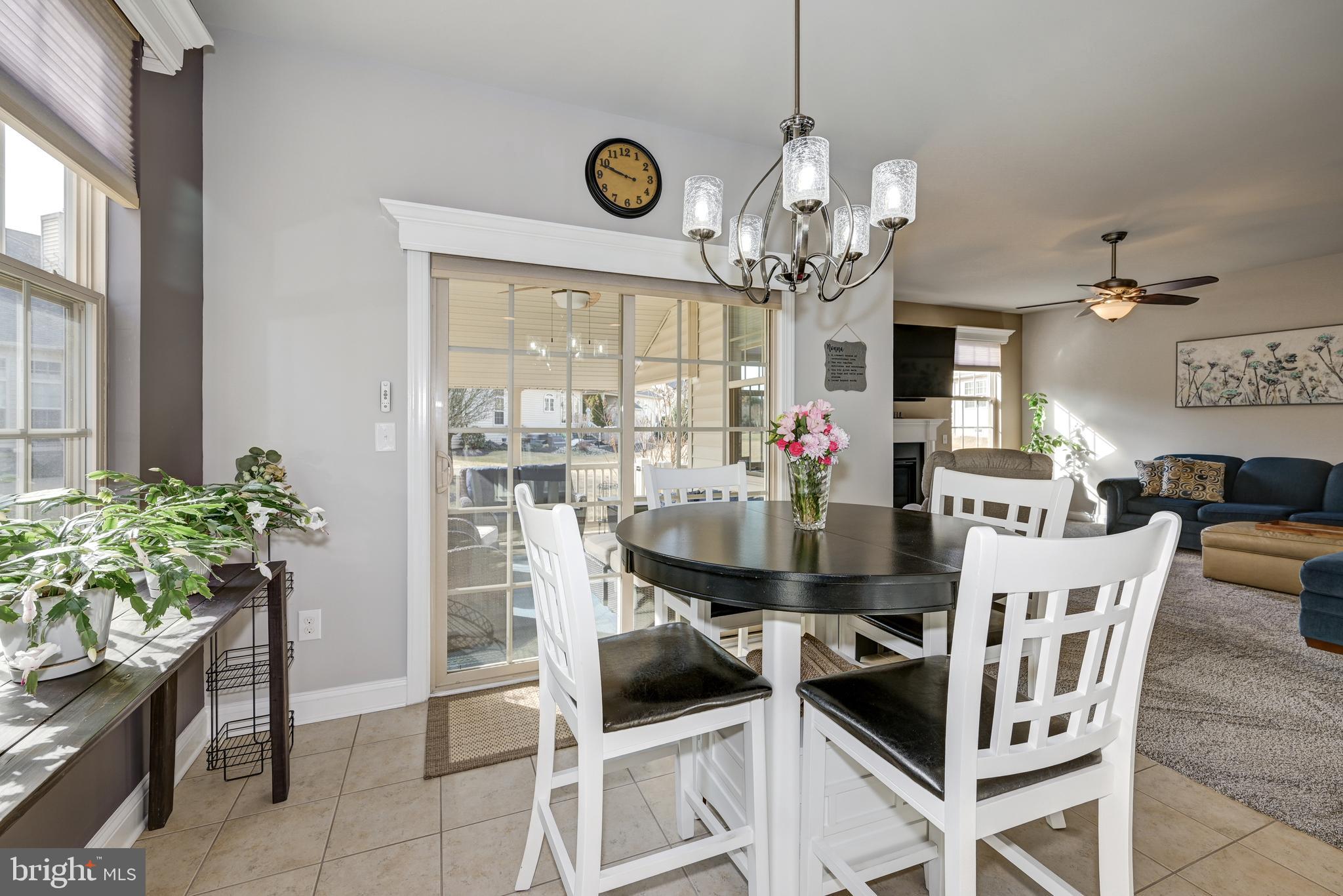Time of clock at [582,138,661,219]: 9:48
